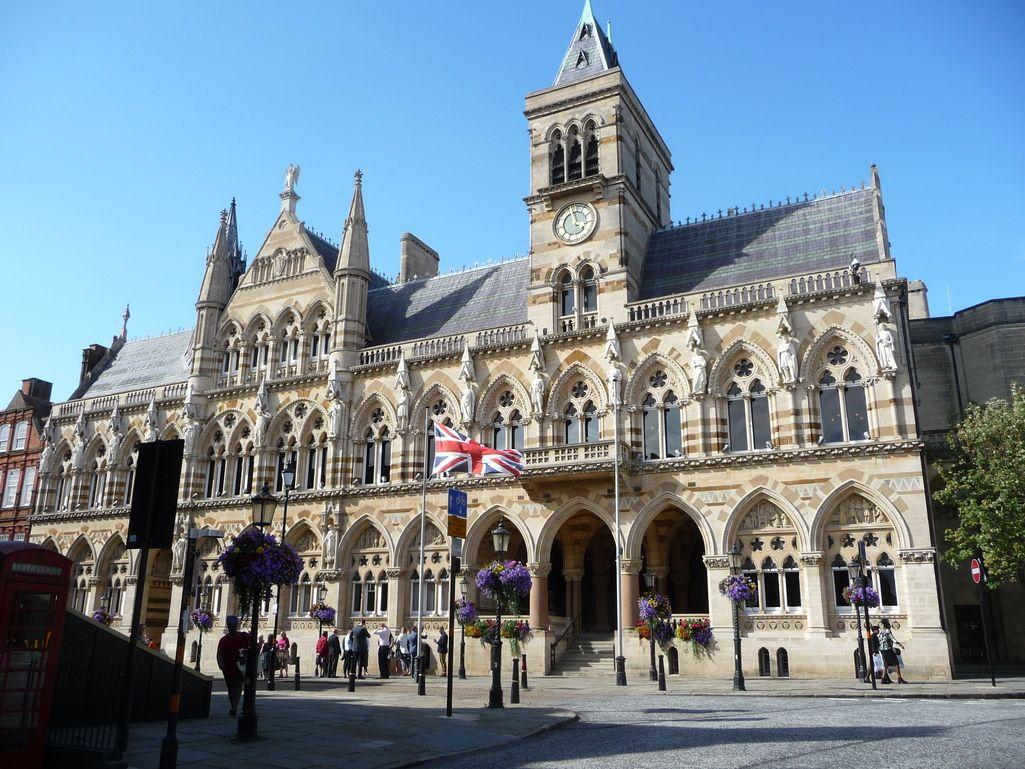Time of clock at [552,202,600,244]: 3:57
